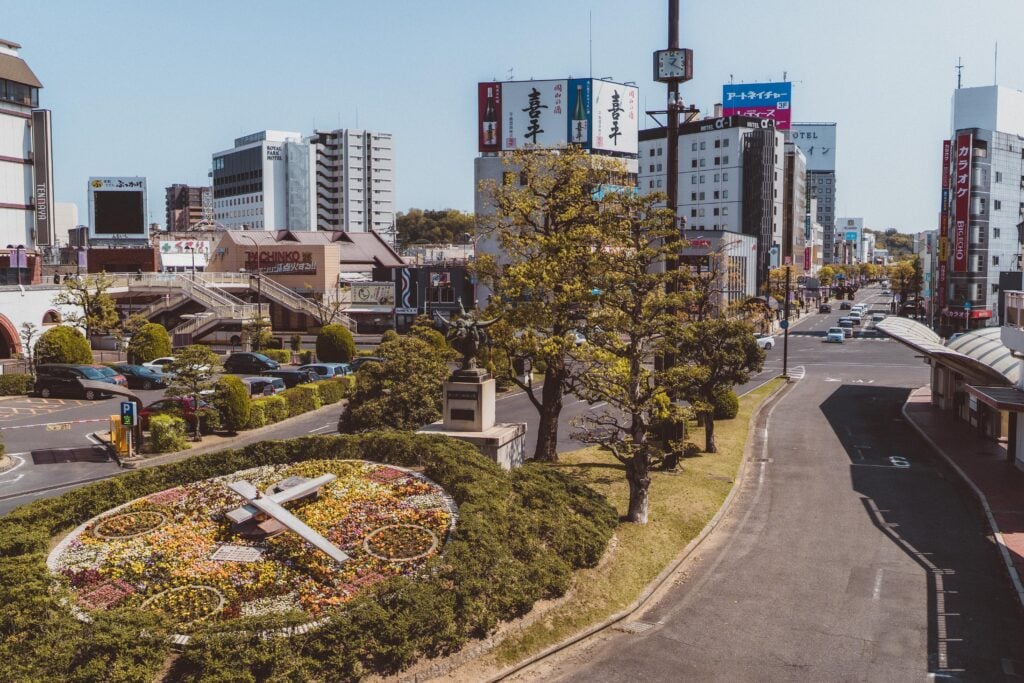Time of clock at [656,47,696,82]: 1:19
